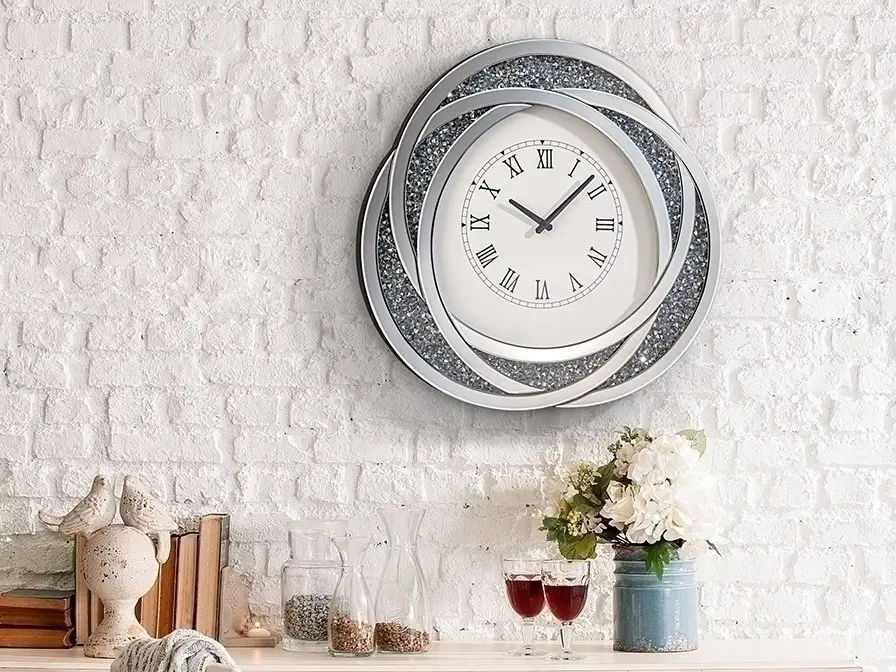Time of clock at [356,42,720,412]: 10:07
